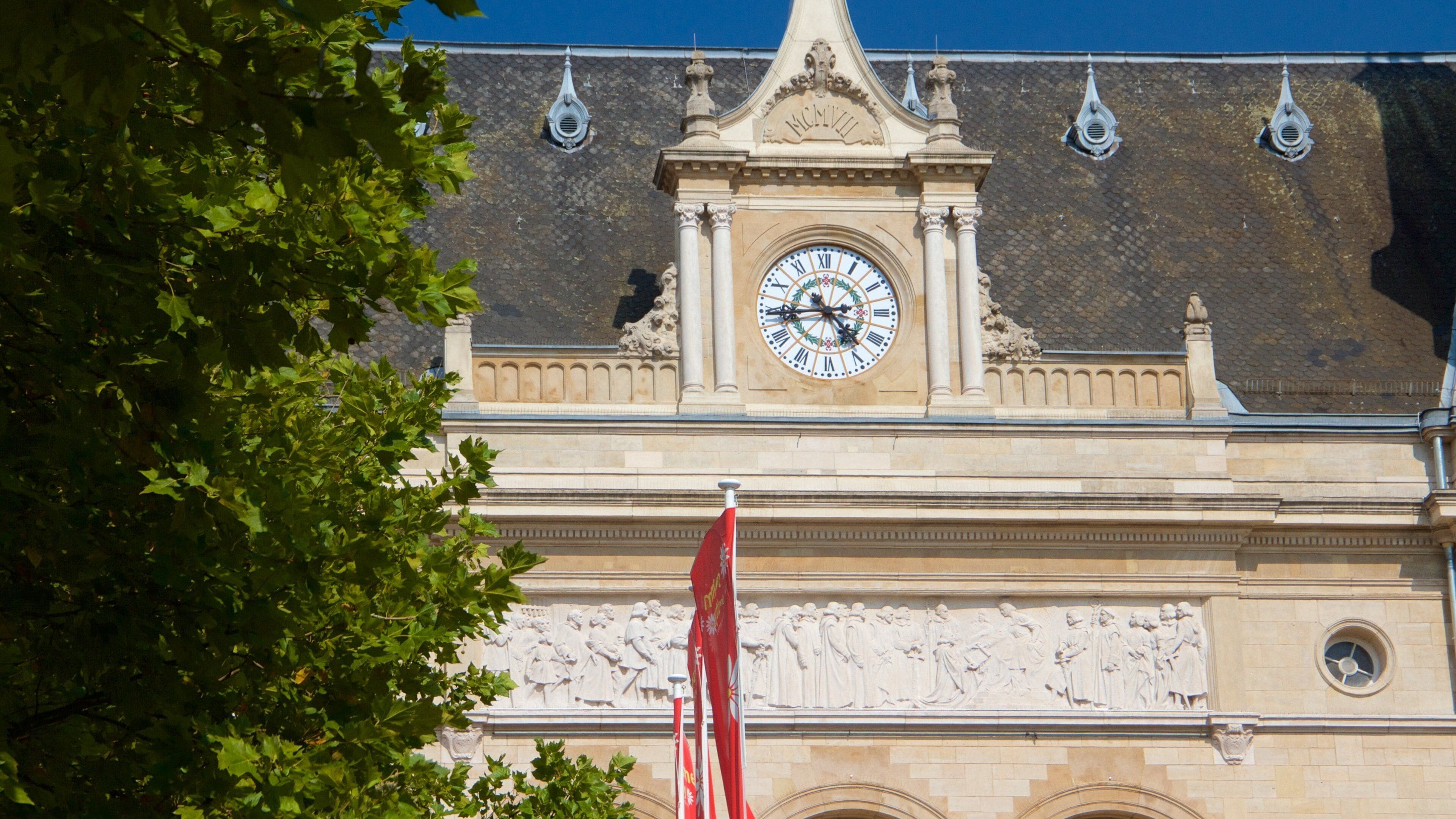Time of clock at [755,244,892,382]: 4:44
